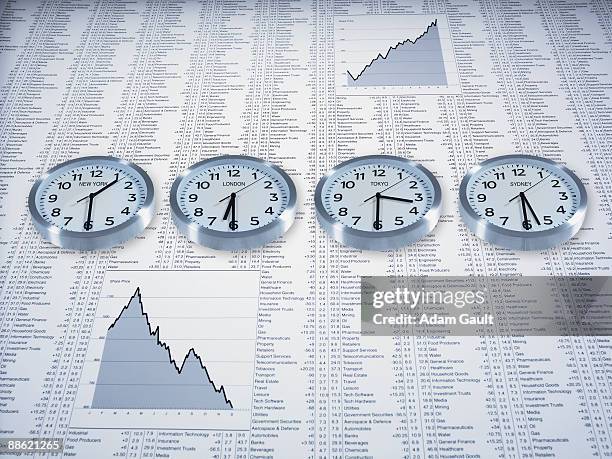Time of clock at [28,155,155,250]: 1:29
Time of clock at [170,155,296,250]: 6:30
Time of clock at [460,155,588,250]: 5:30
